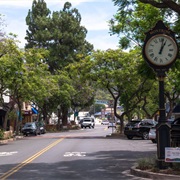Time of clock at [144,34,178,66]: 1:02
